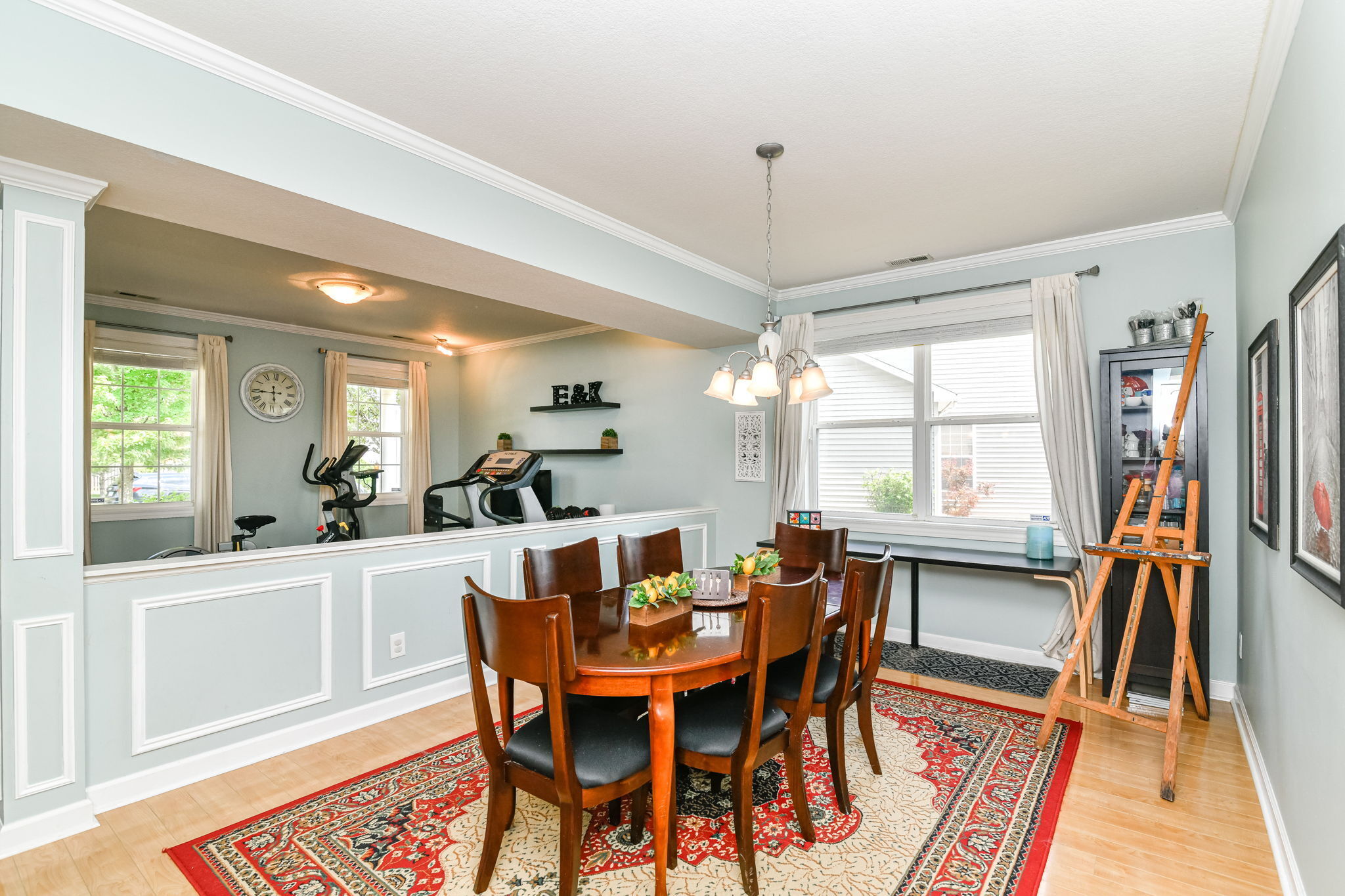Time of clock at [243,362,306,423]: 5:44
